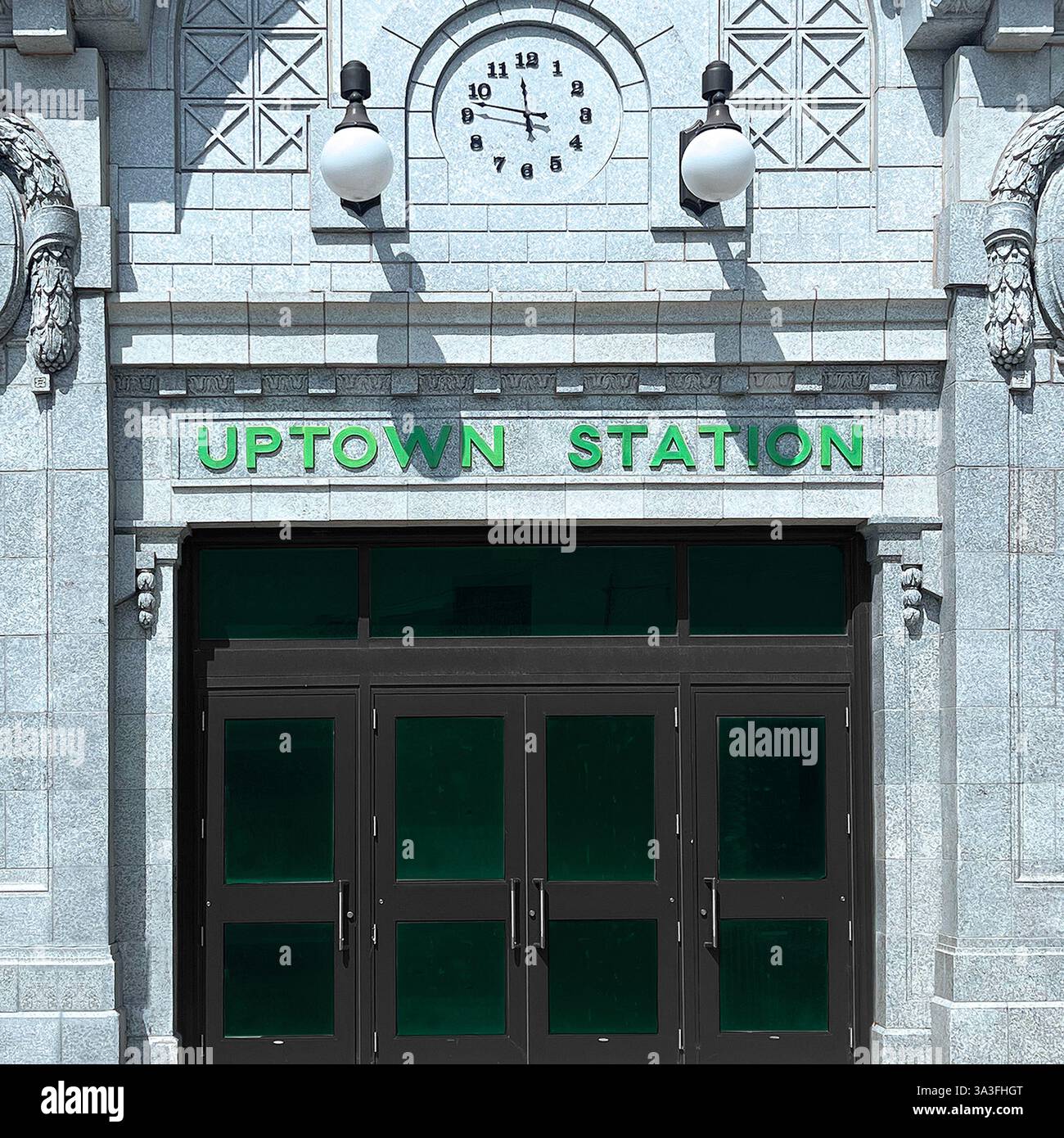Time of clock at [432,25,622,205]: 11:46
